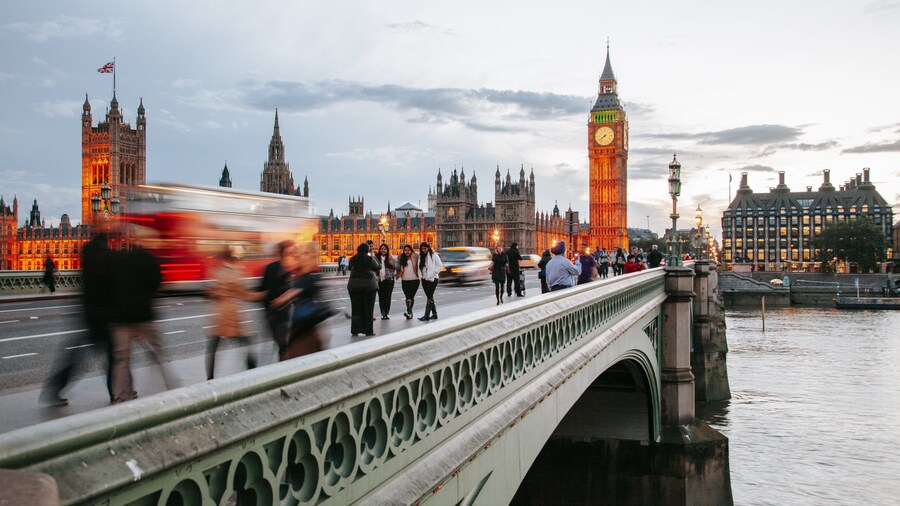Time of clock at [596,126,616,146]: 7:38
